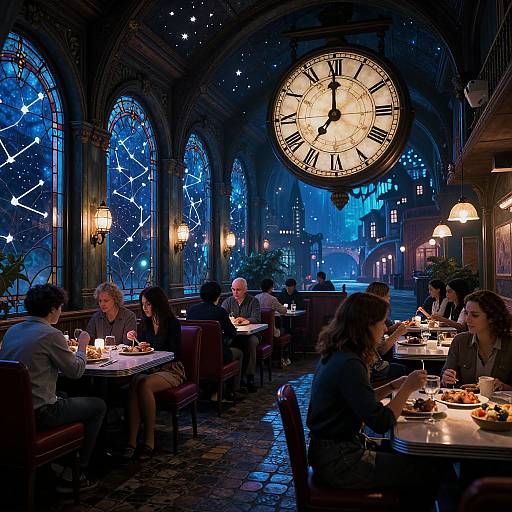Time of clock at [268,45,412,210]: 6:59
